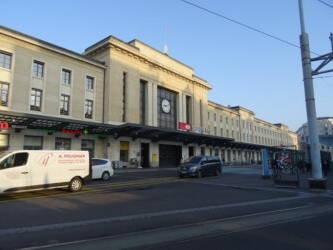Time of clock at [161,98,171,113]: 9:12
